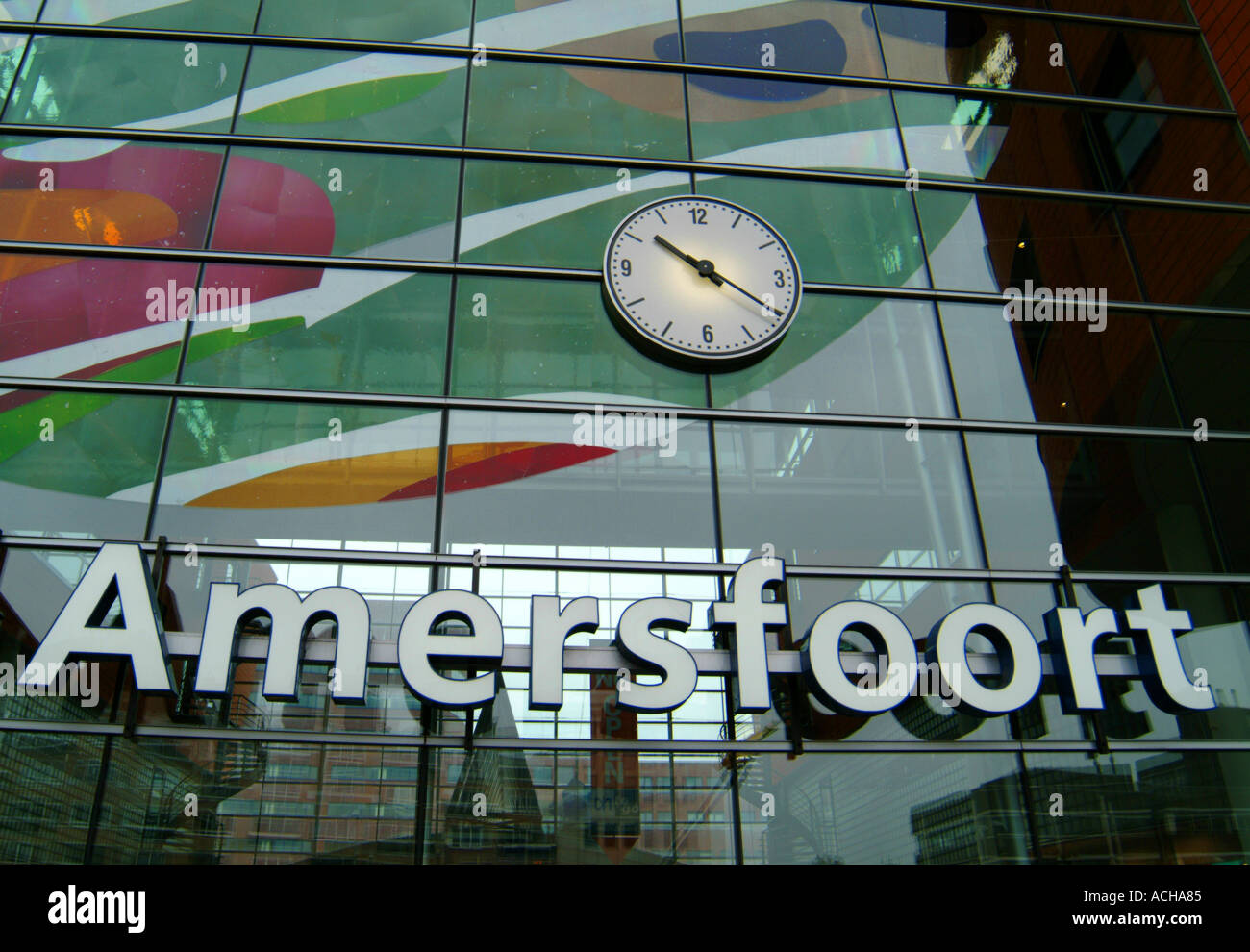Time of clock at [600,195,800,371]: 10:20
